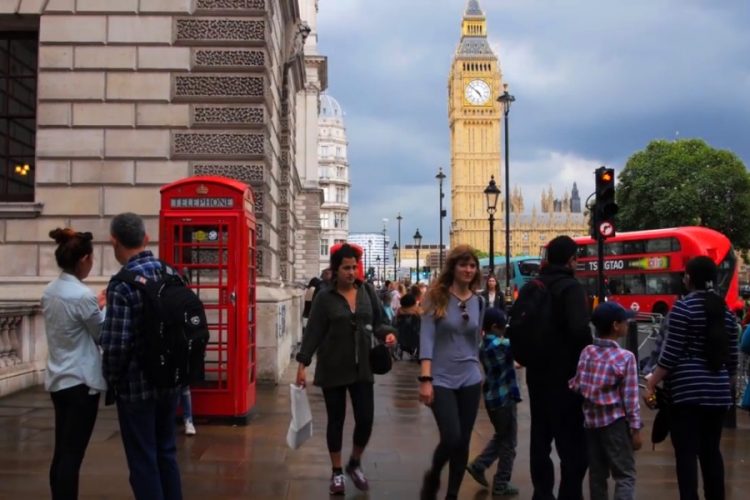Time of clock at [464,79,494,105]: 4:52
